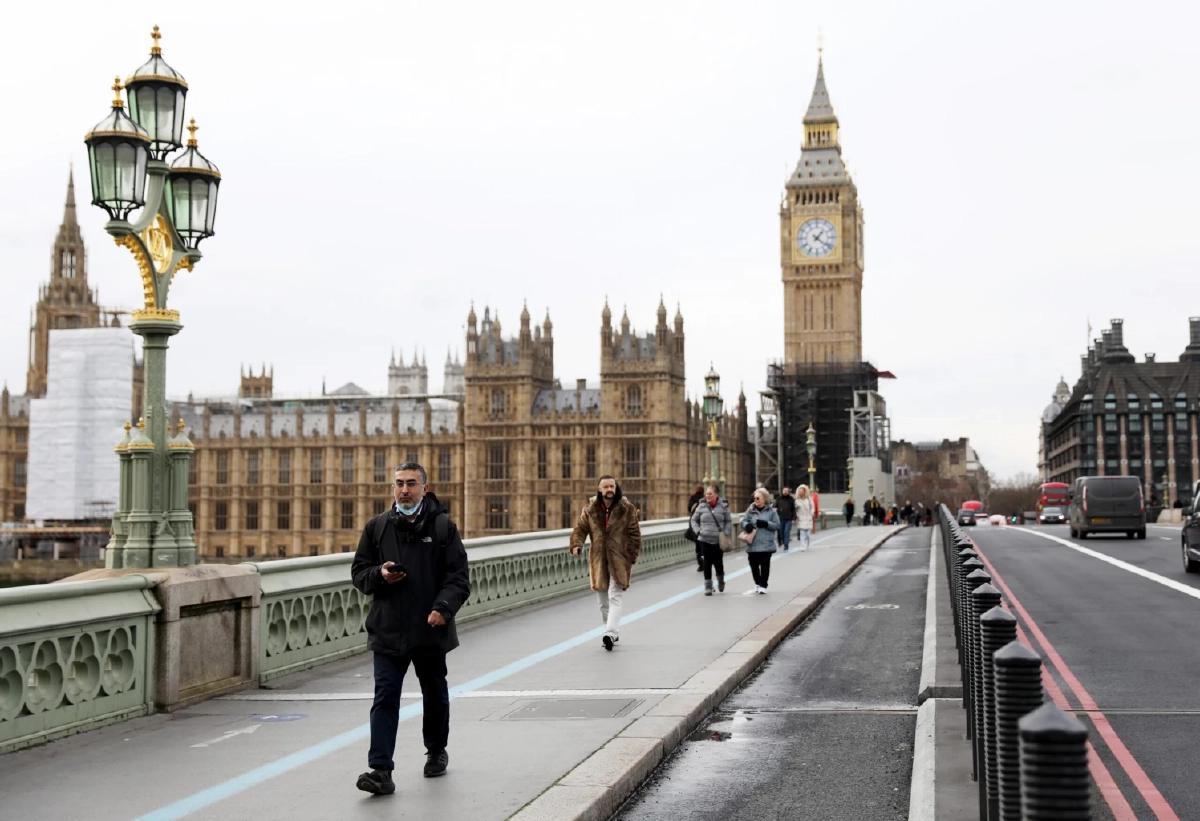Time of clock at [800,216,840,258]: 1:21
